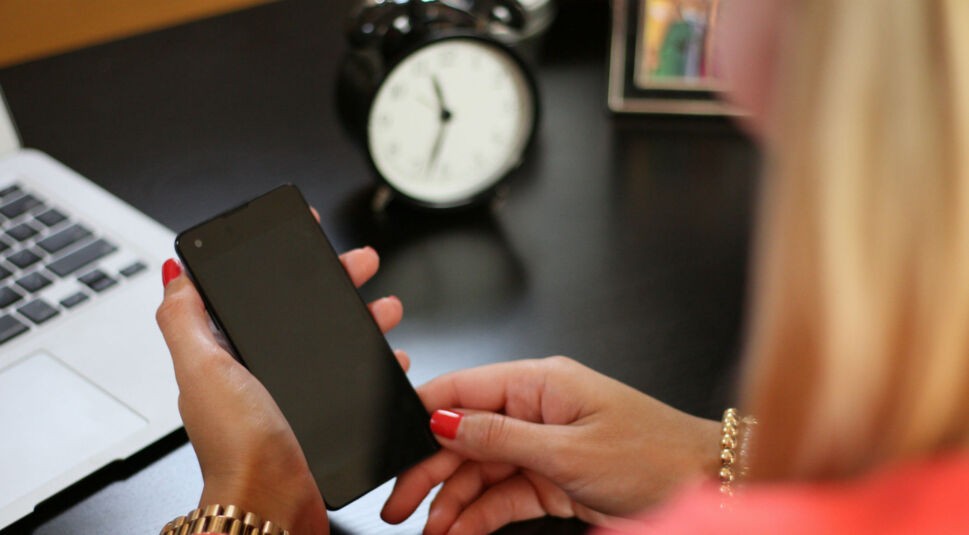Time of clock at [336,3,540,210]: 11:32
